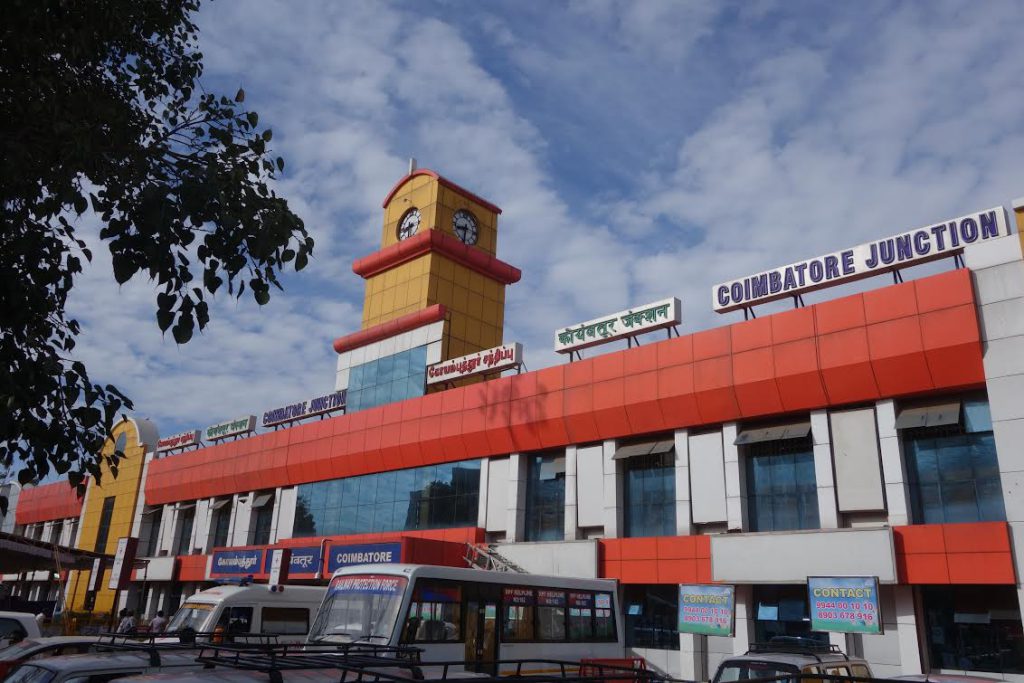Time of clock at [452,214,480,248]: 8:32
